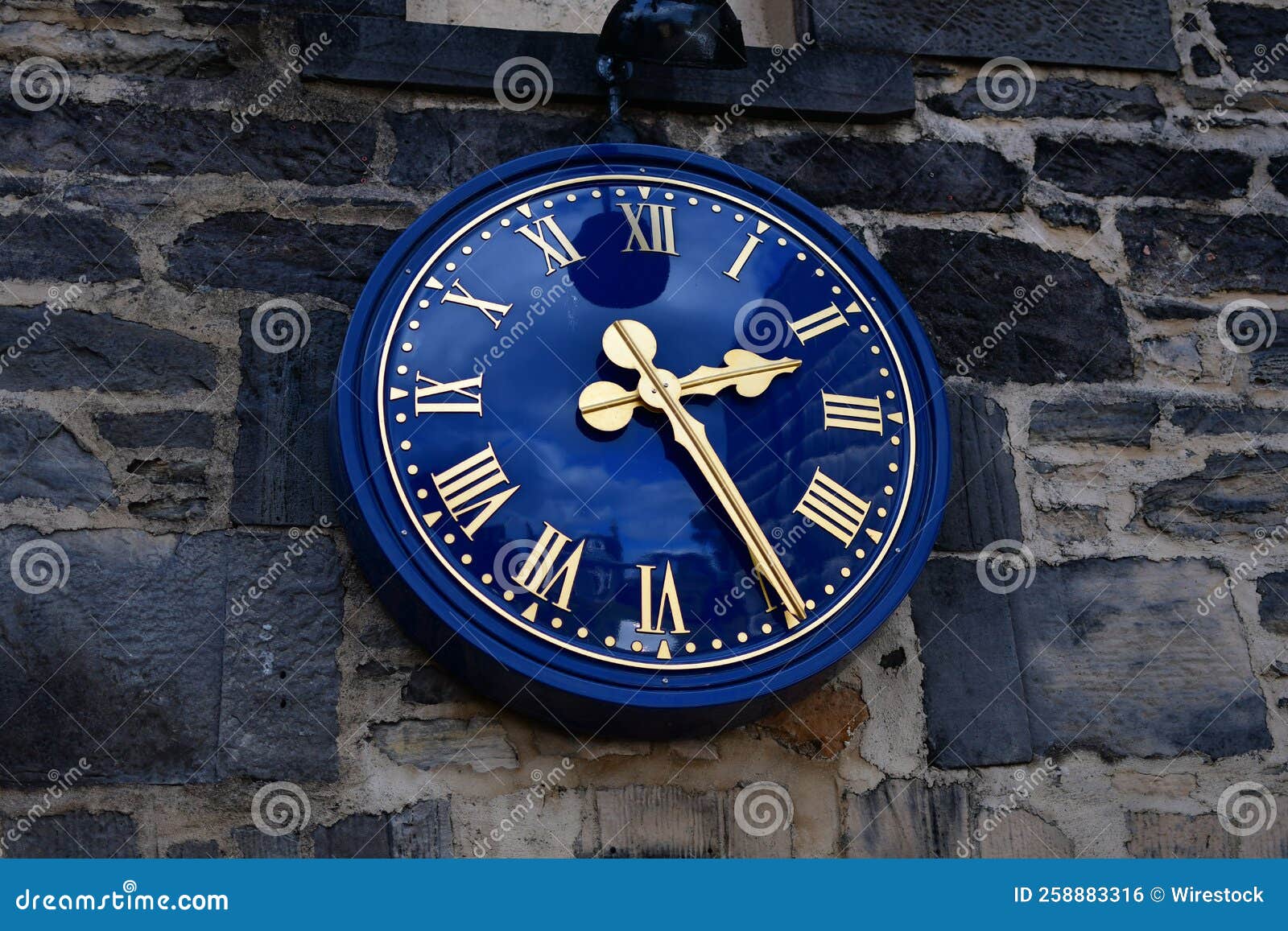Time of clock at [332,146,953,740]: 2:24
